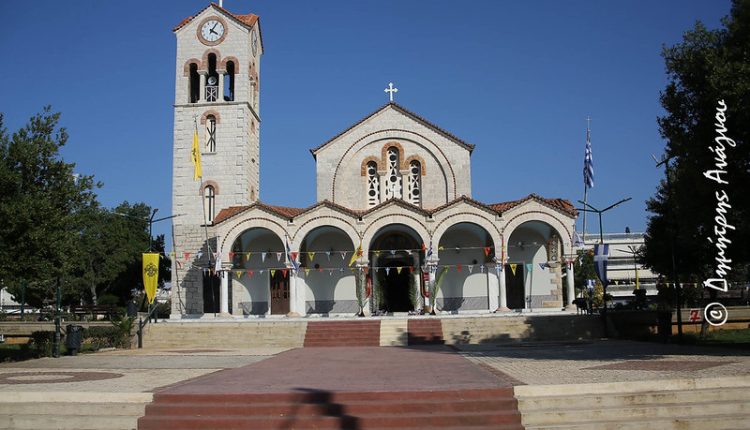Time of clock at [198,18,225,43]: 4:04
